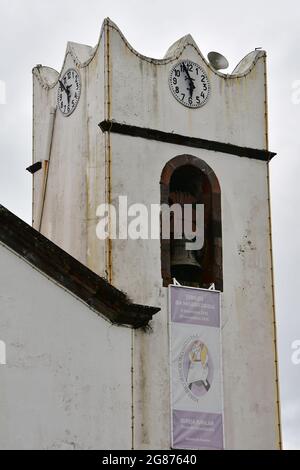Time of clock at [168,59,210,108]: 5:55
